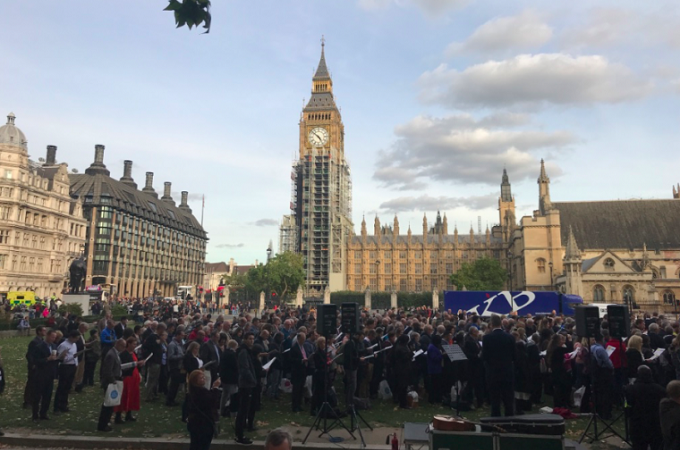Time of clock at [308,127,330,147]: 4:52
